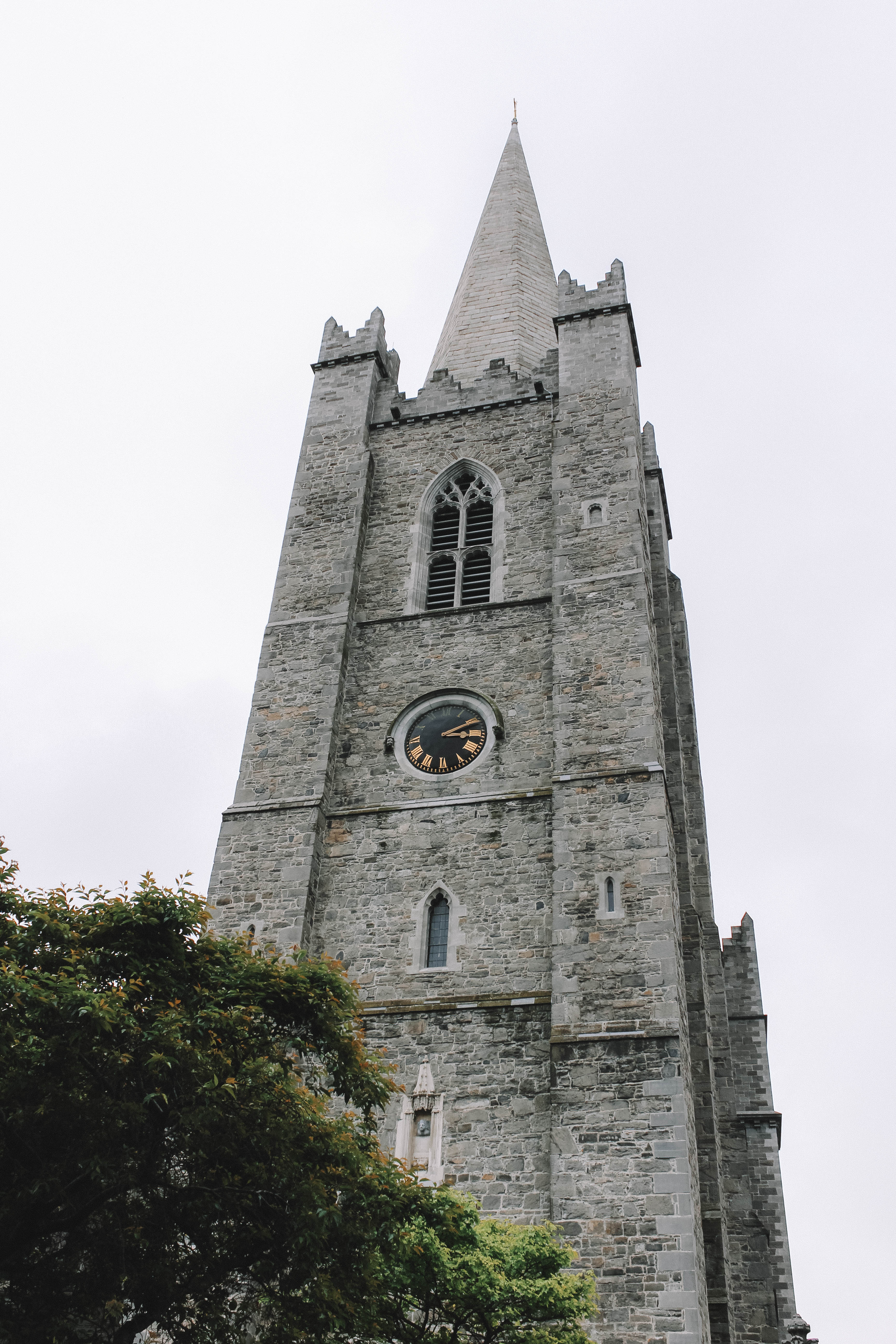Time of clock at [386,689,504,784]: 3:11
